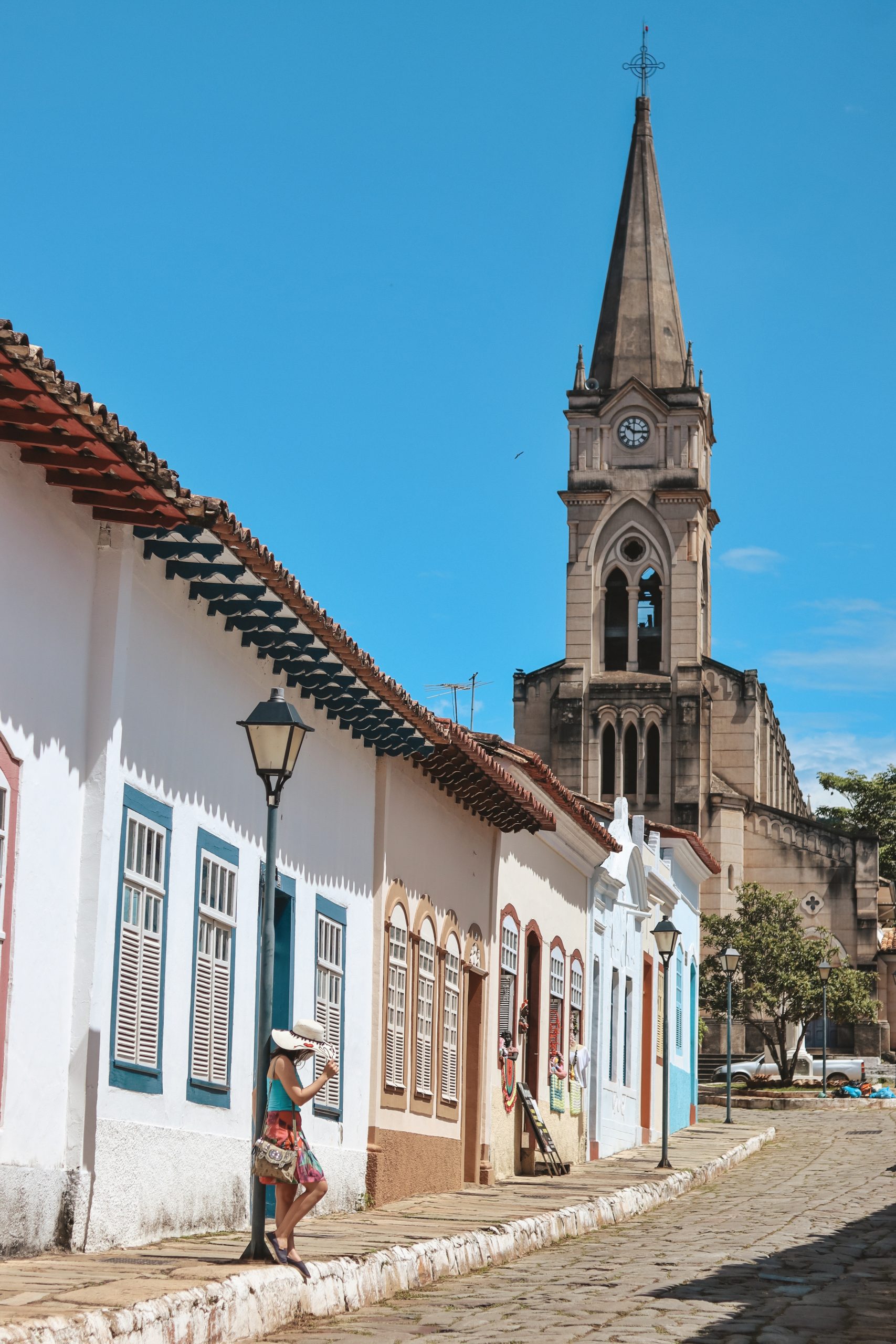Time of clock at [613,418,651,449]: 10:14
